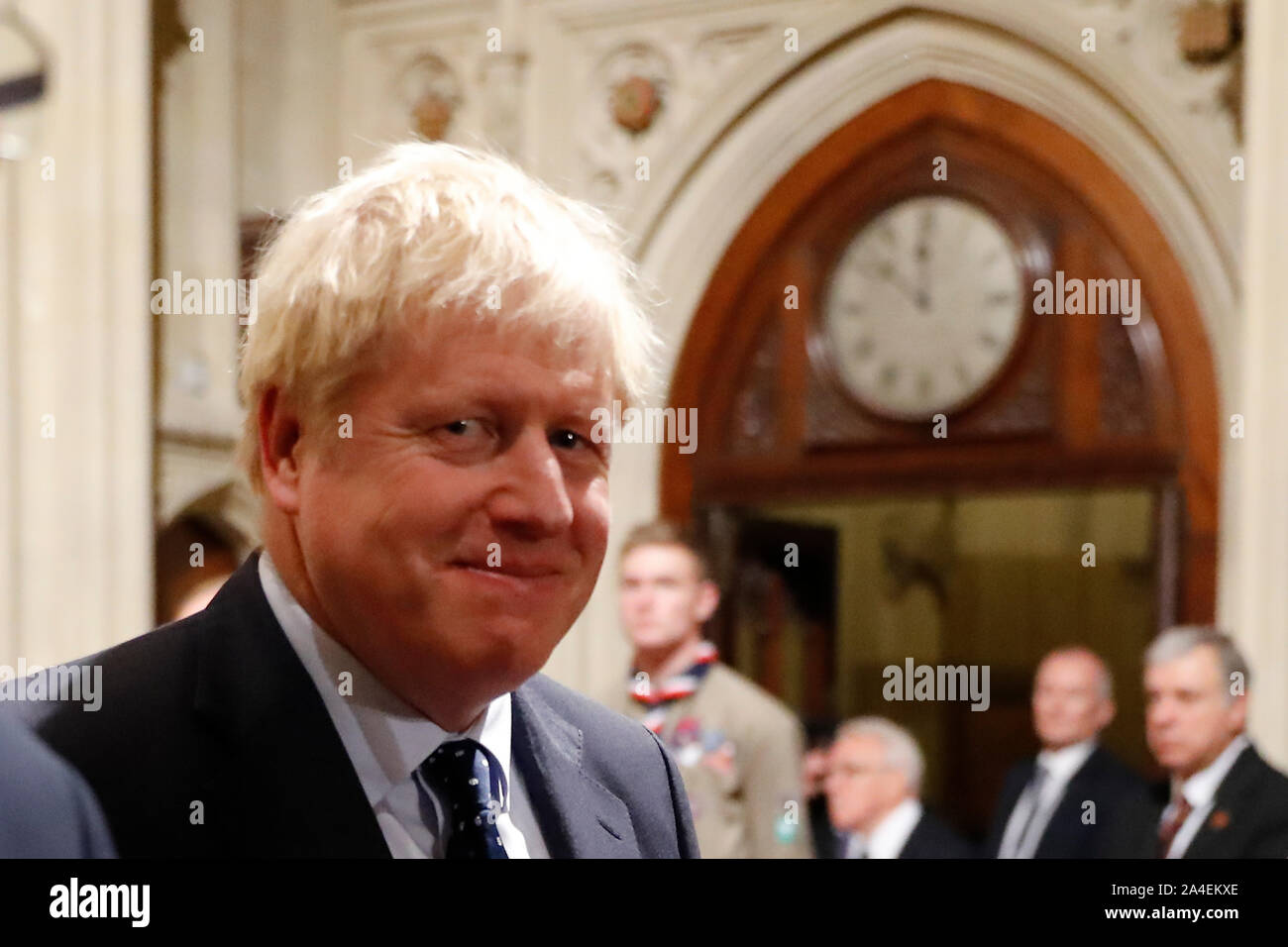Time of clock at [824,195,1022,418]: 11:51
